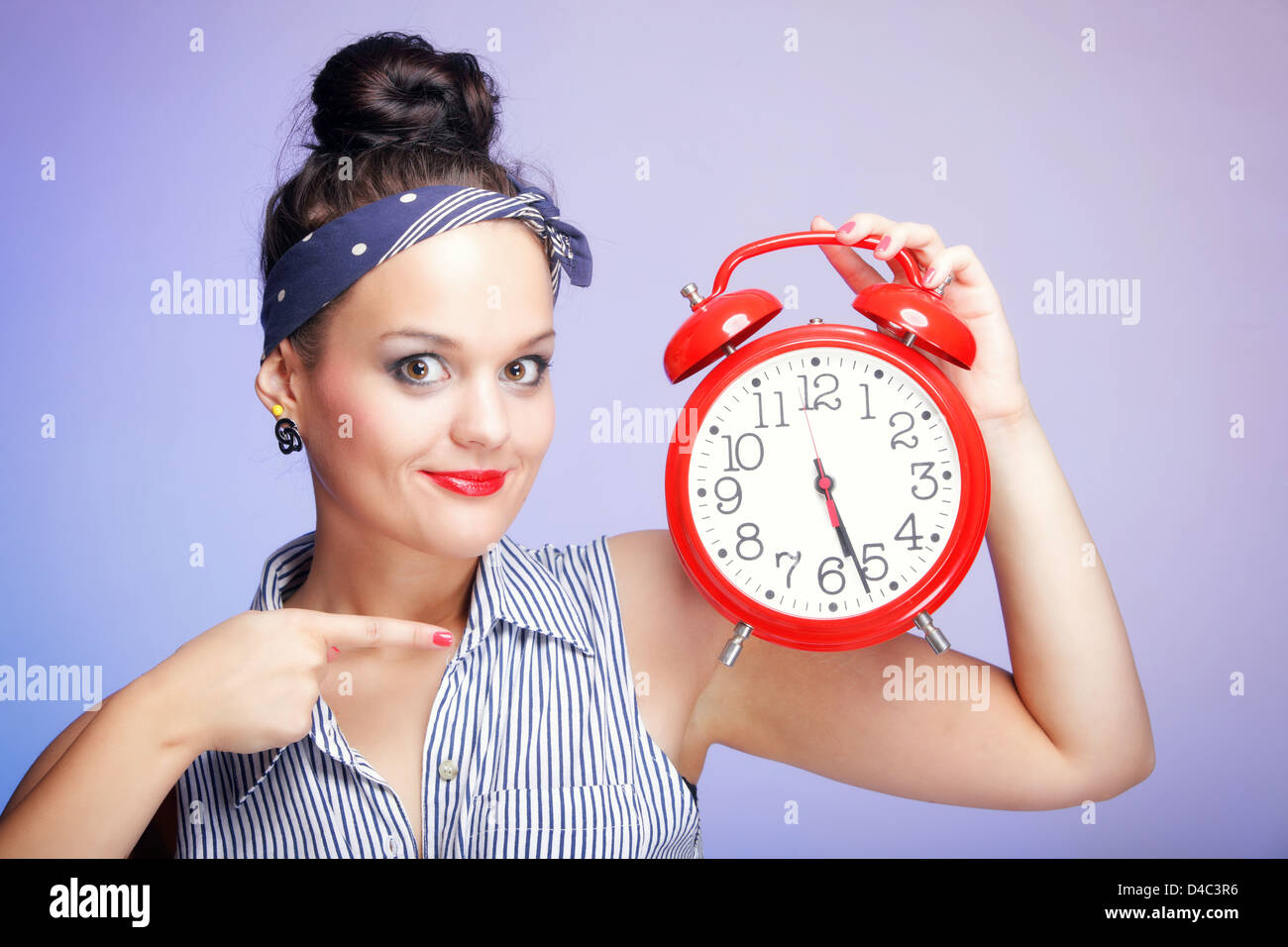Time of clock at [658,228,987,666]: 5:26
